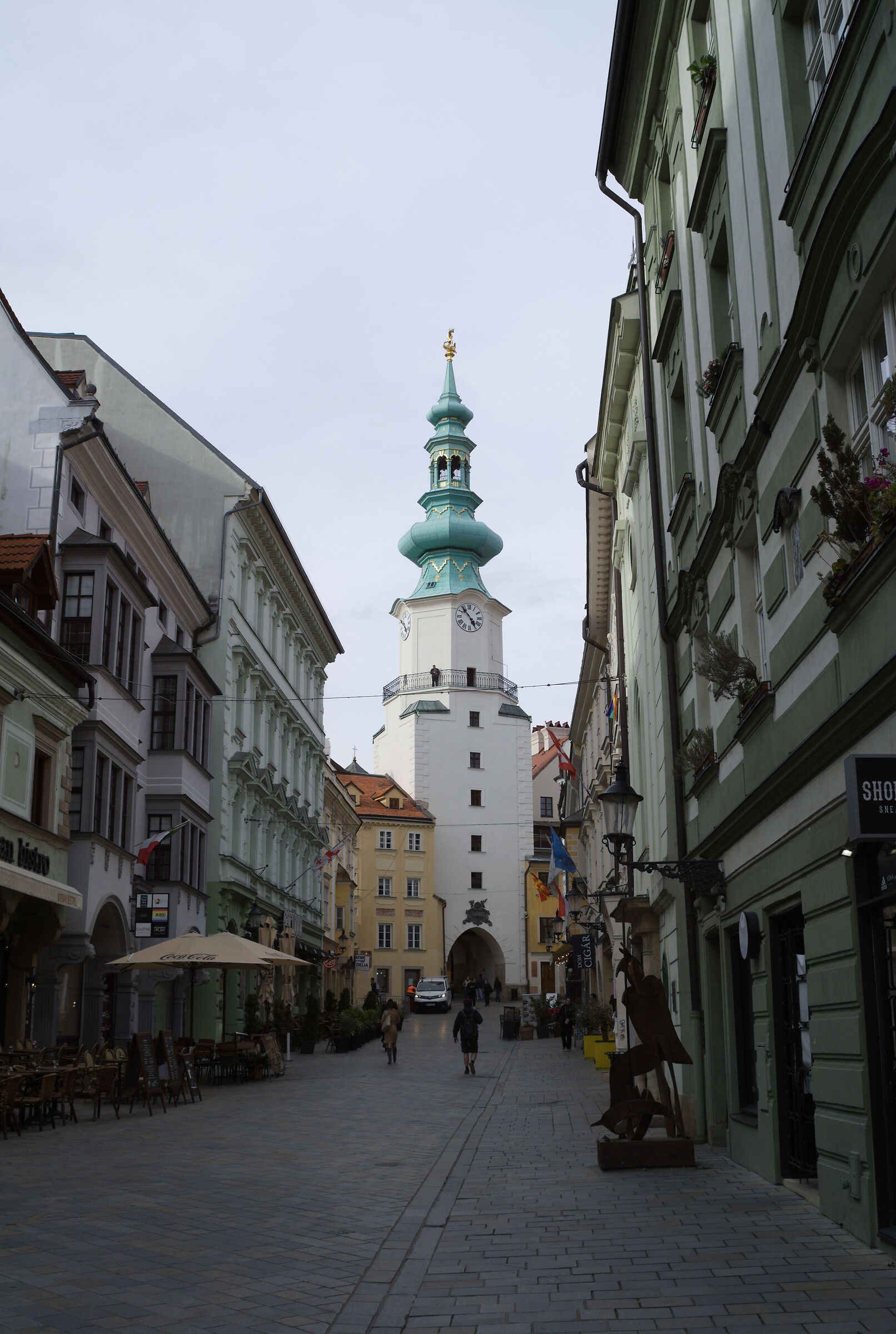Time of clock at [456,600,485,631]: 4:53
